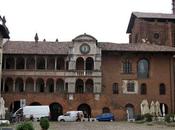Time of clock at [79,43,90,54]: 11:32
